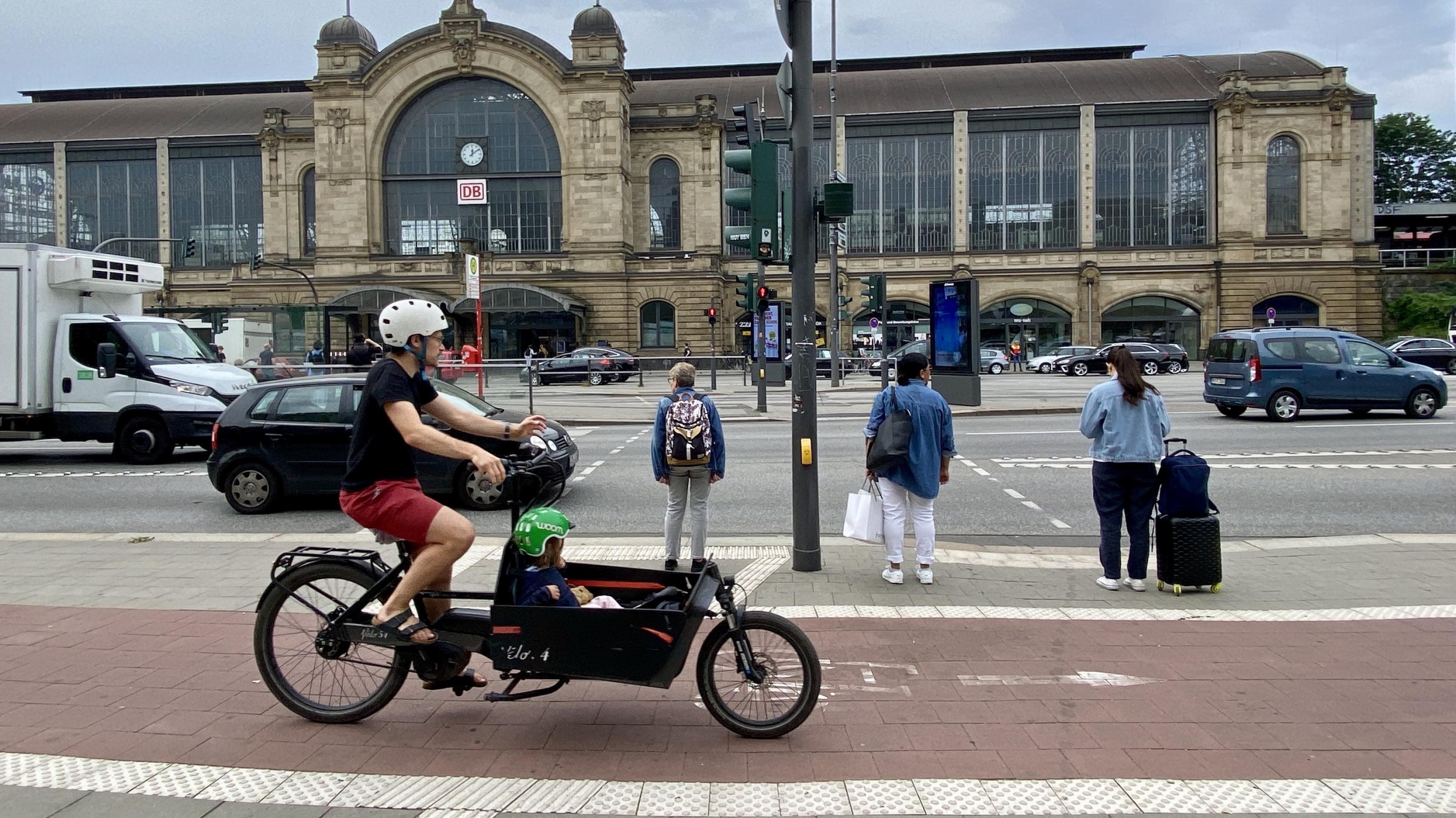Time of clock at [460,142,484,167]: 12:09
